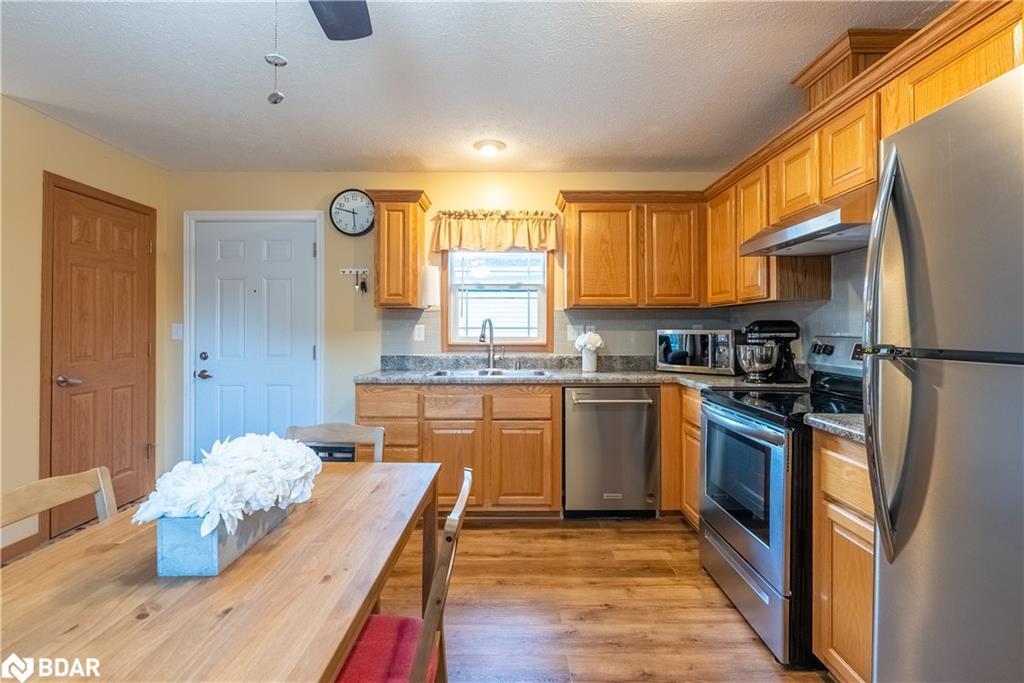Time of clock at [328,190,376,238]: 5:47
